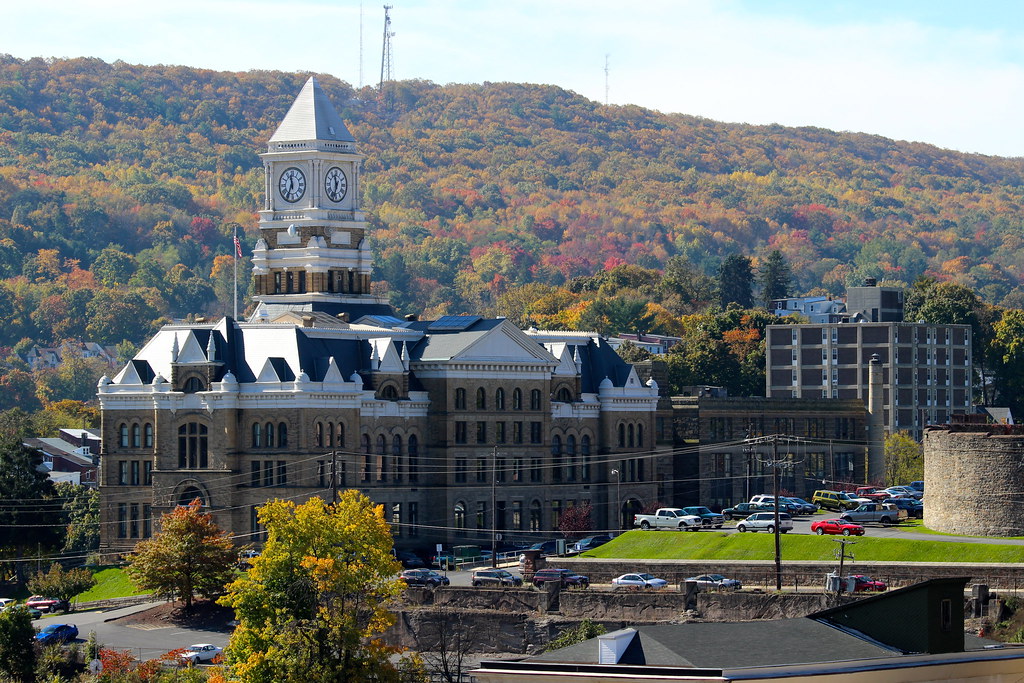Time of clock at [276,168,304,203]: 11:34
